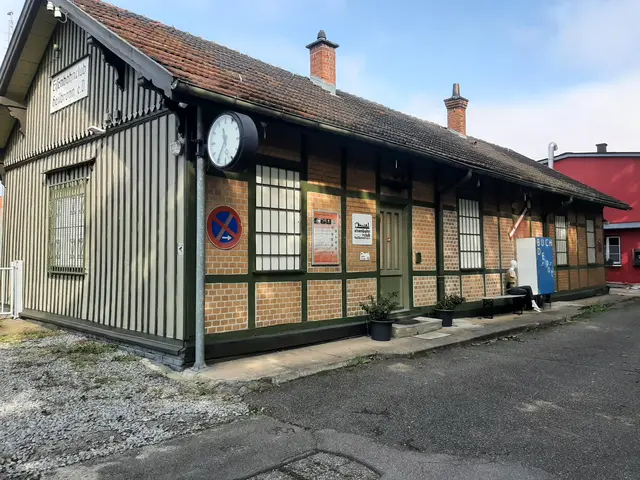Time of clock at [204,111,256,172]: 11:35
